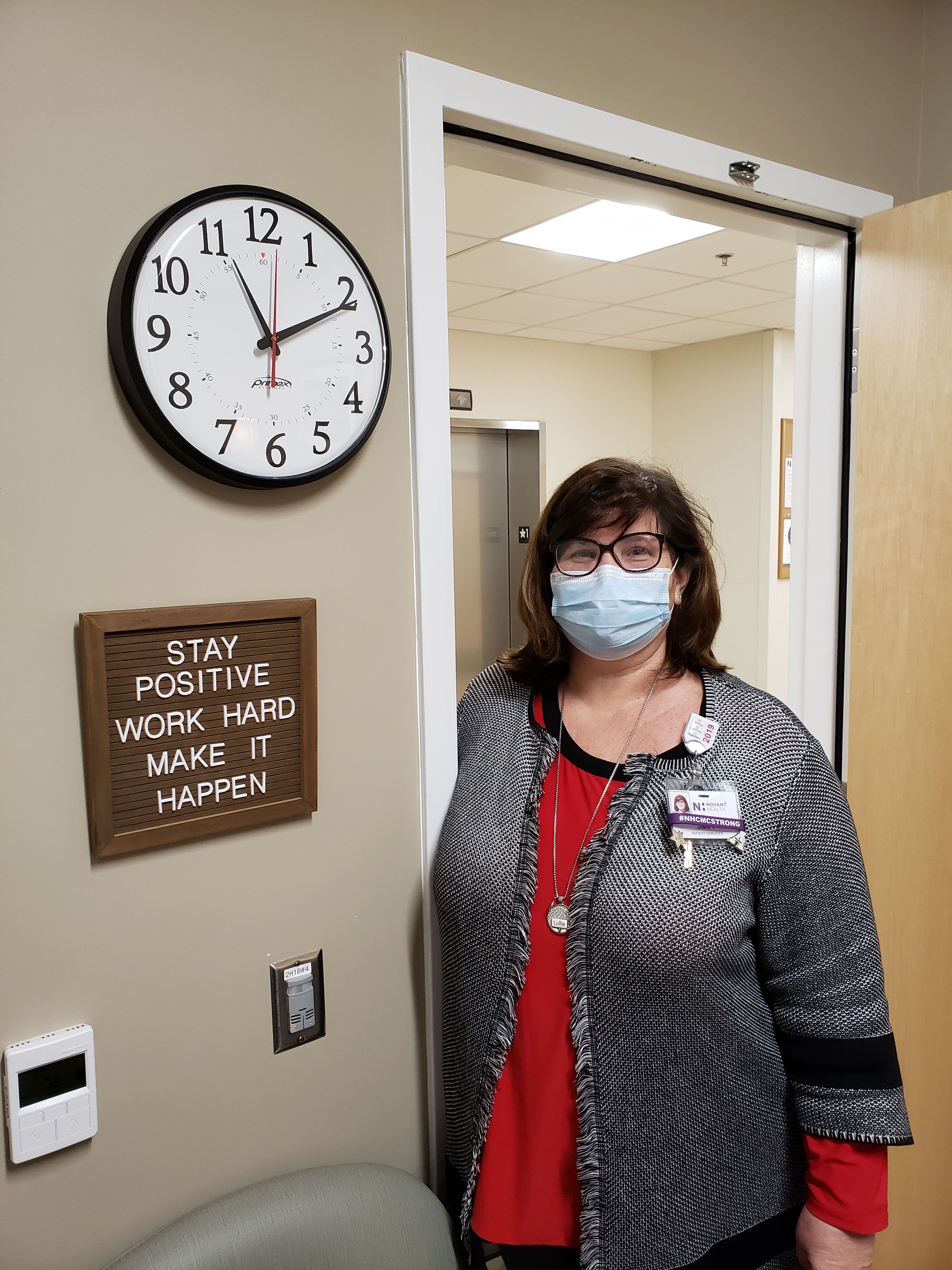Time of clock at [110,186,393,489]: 11:10
